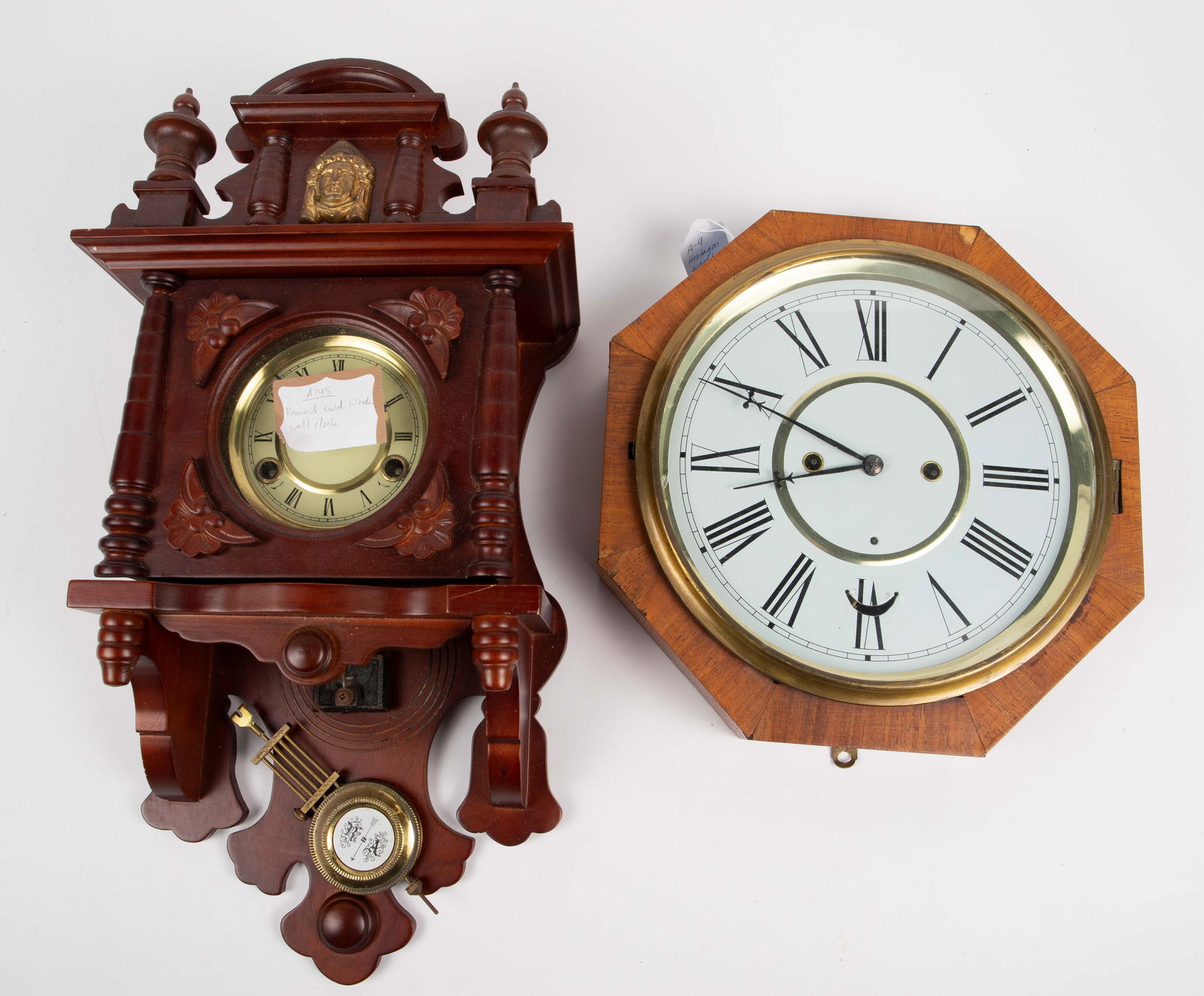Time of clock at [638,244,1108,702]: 8:49
